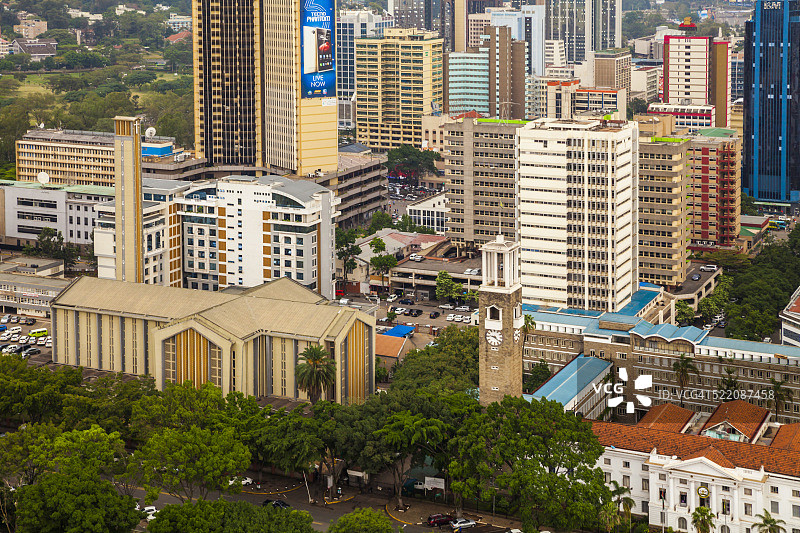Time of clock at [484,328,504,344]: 9:22
